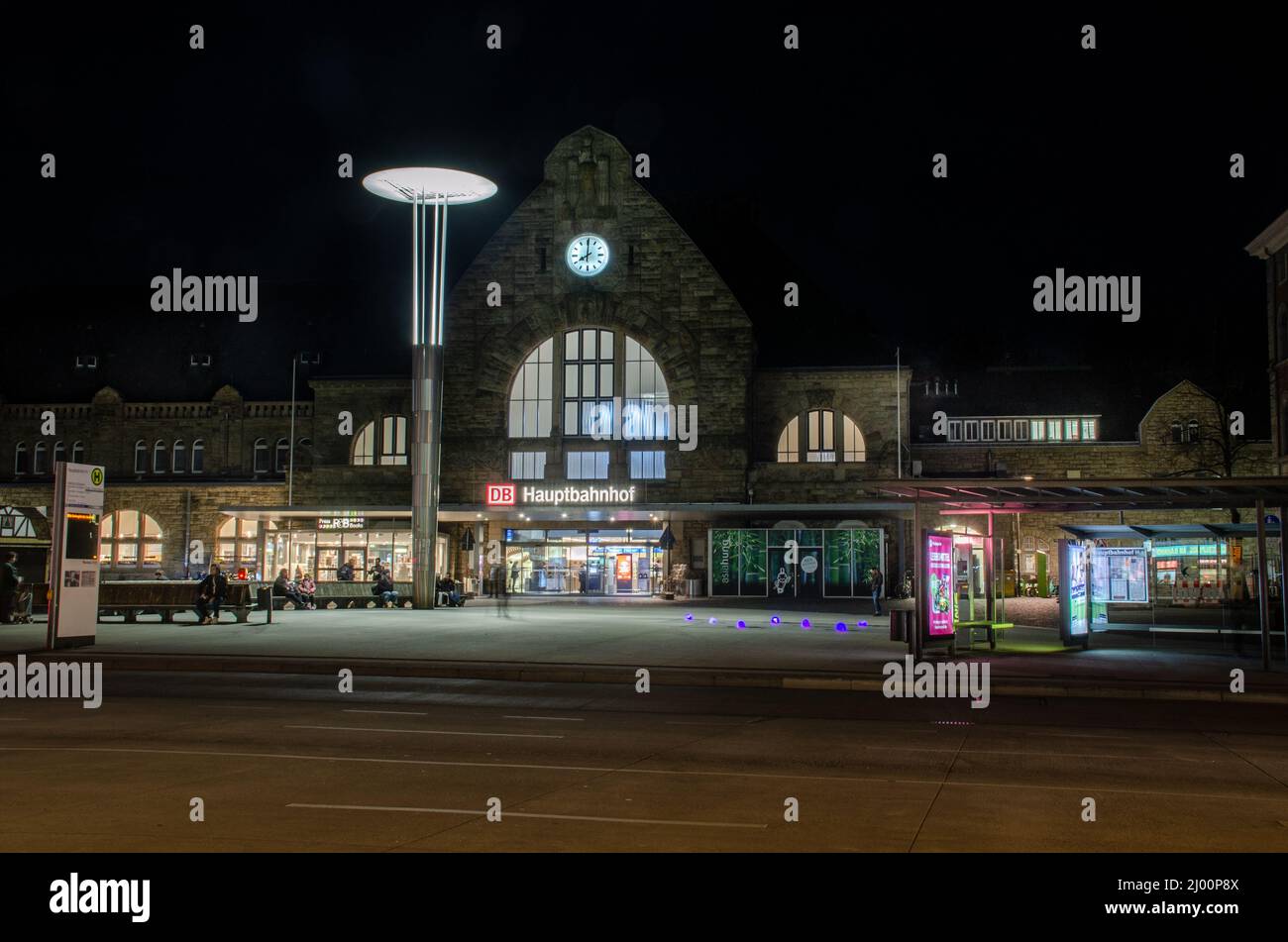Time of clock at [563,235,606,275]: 8:00
